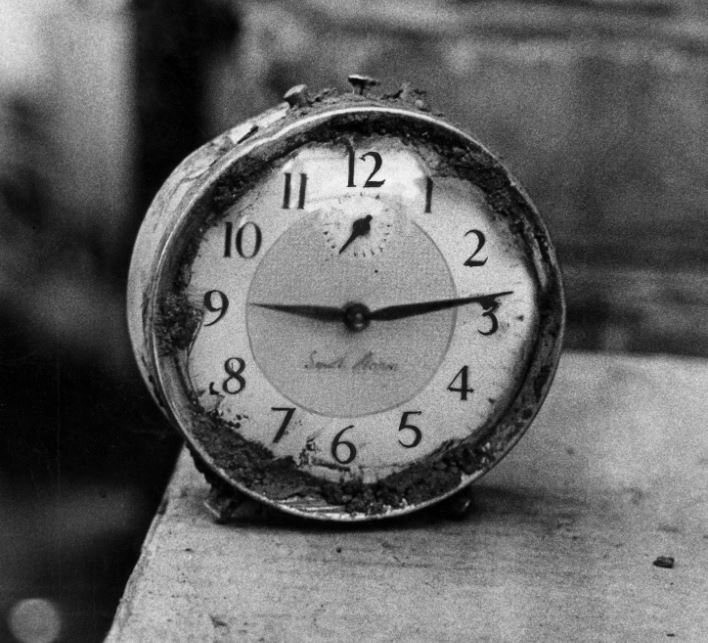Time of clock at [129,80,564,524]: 9:13
